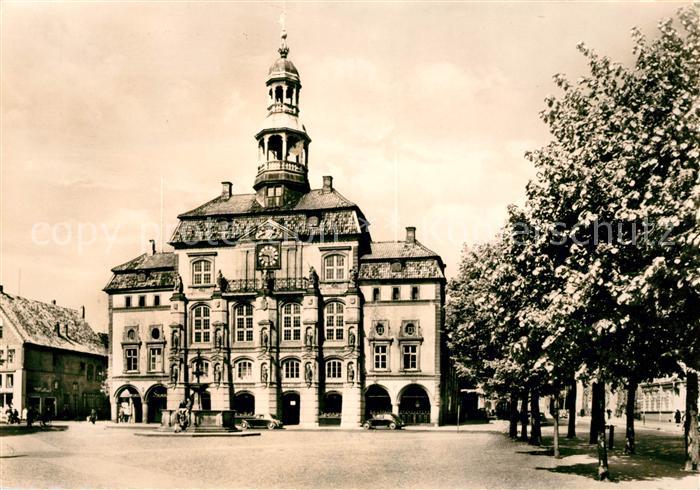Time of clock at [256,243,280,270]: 9:28
